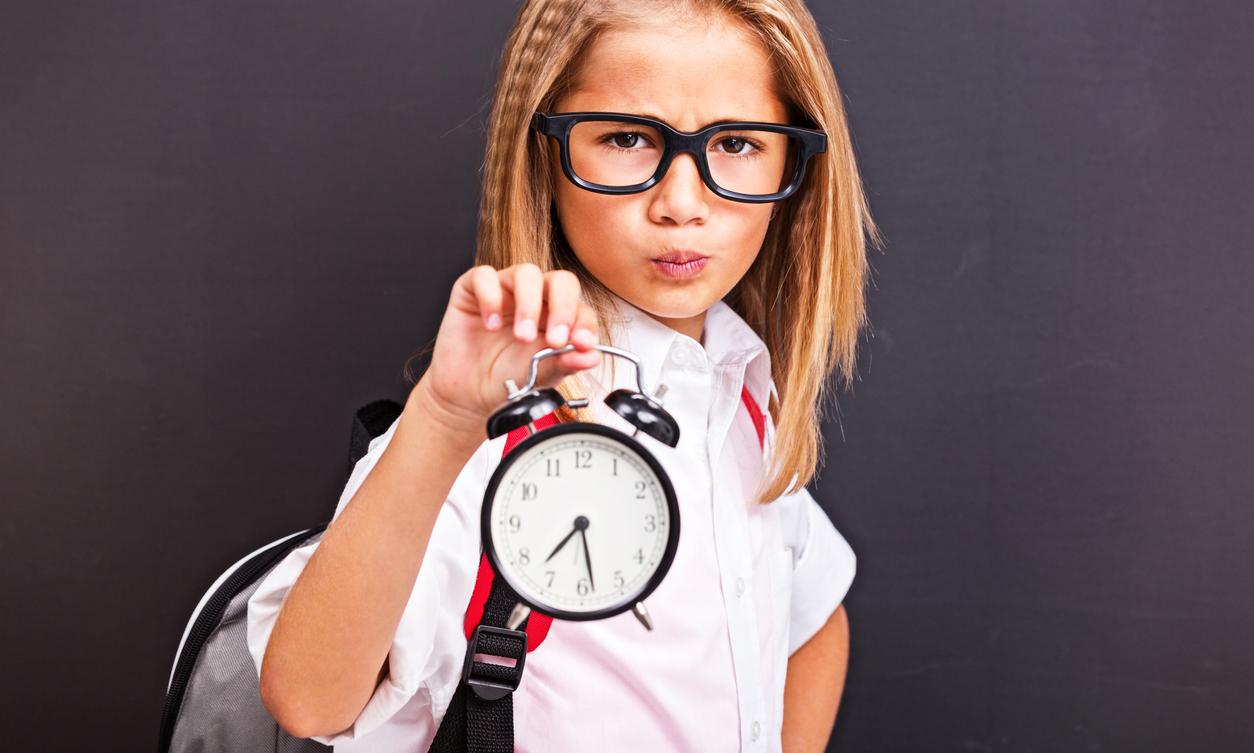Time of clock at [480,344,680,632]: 7:28
